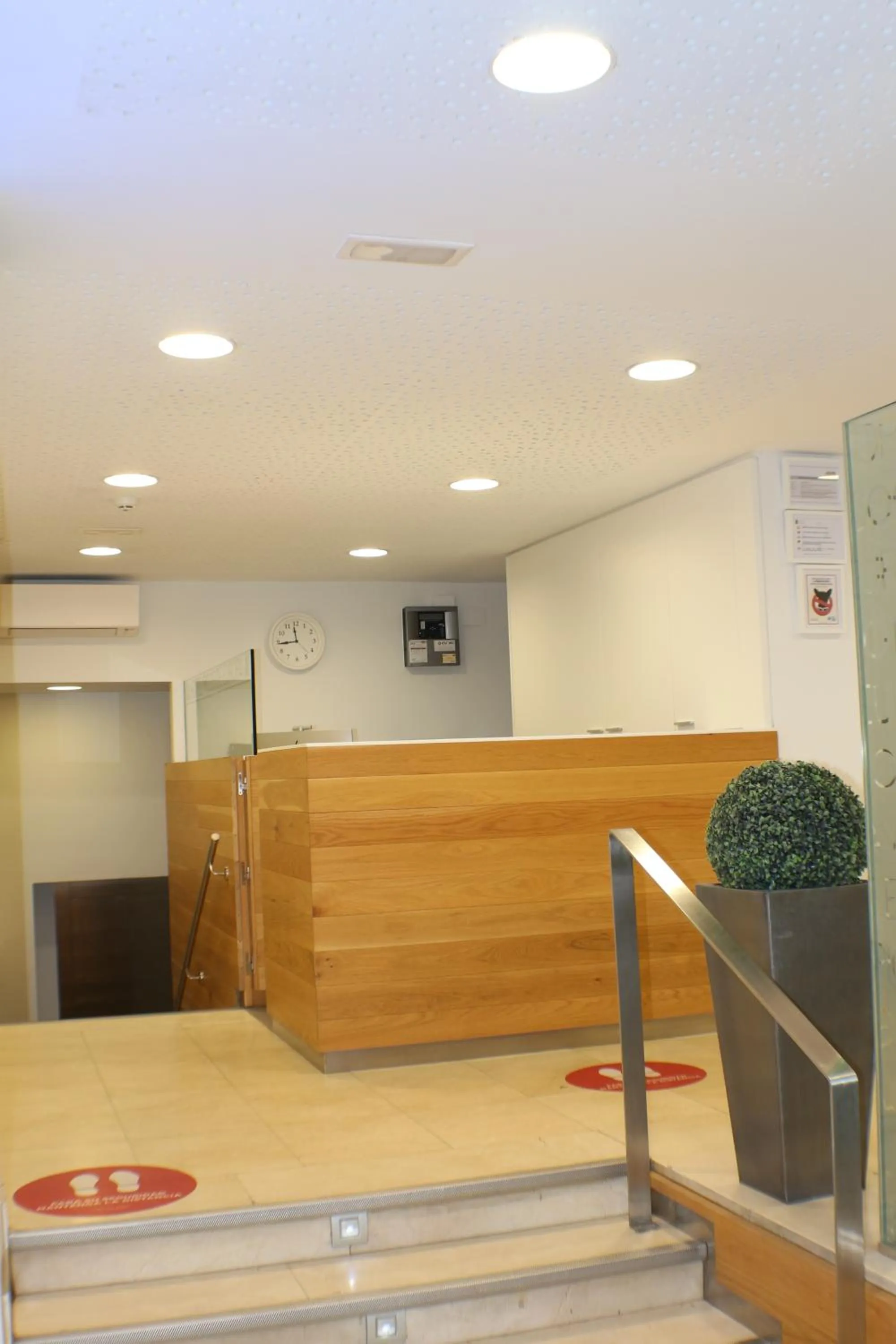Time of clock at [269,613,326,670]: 11:43
